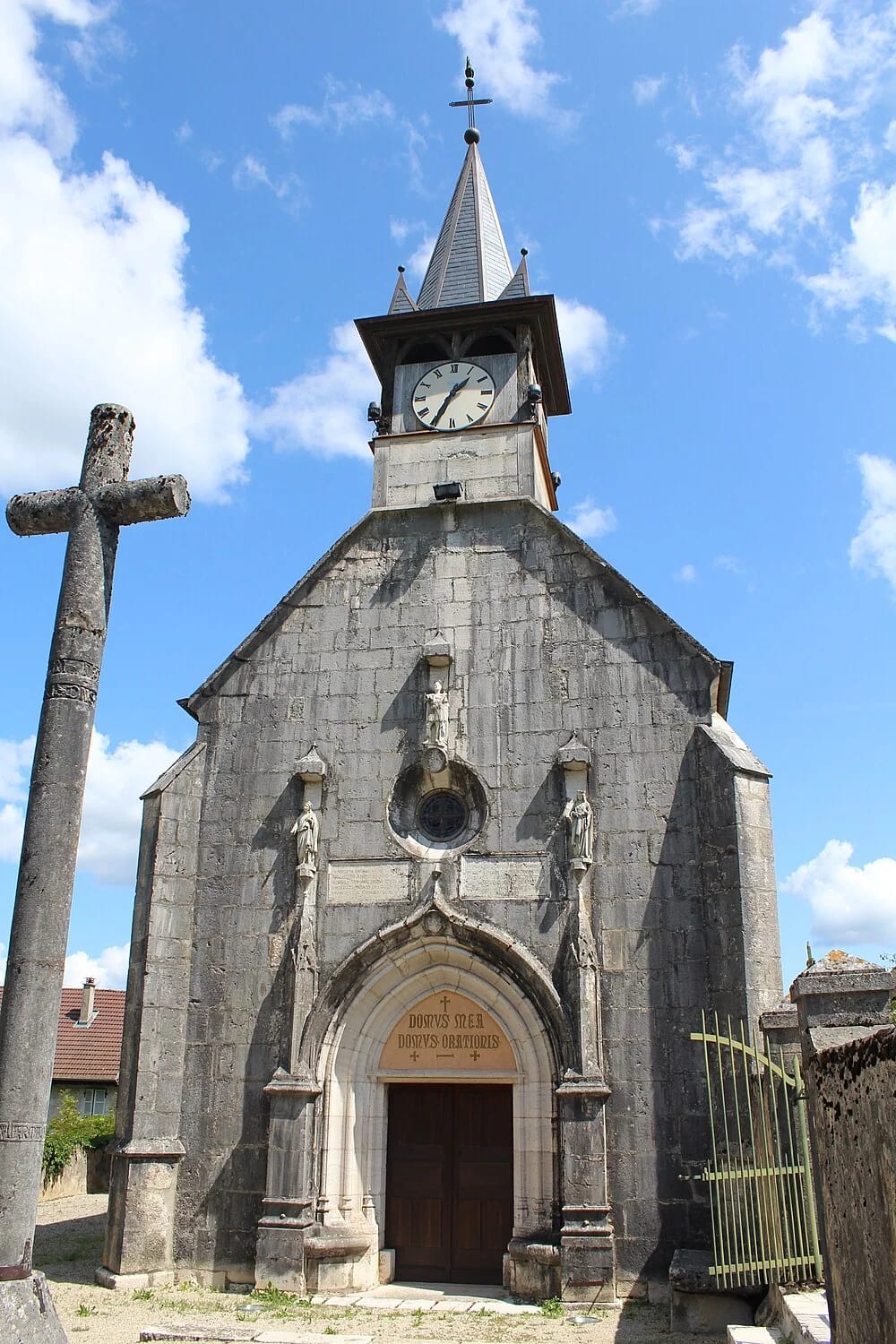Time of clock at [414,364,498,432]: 1:34
